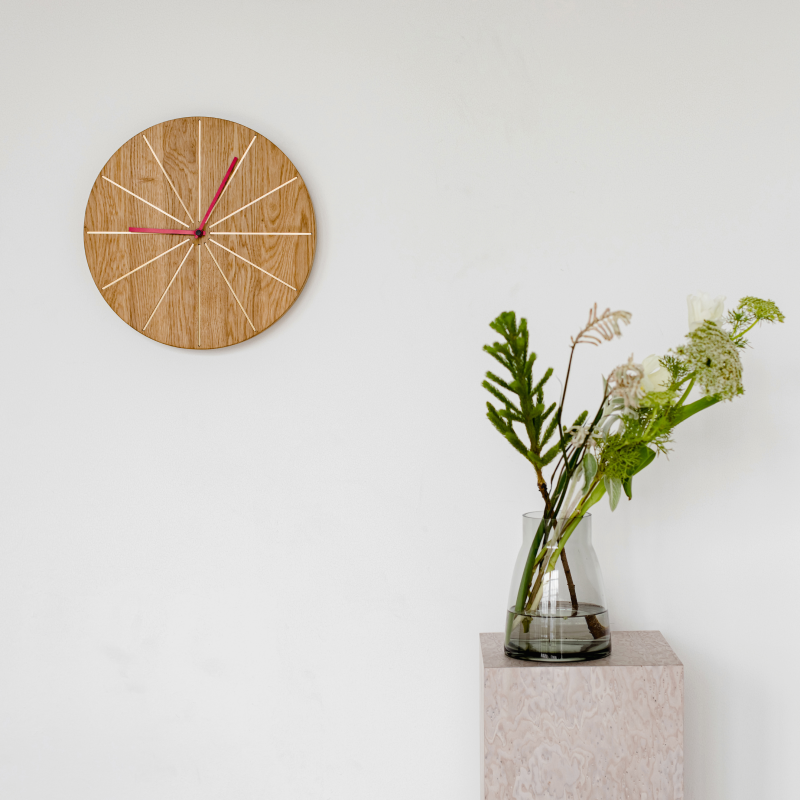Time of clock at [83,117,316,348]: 12:45
